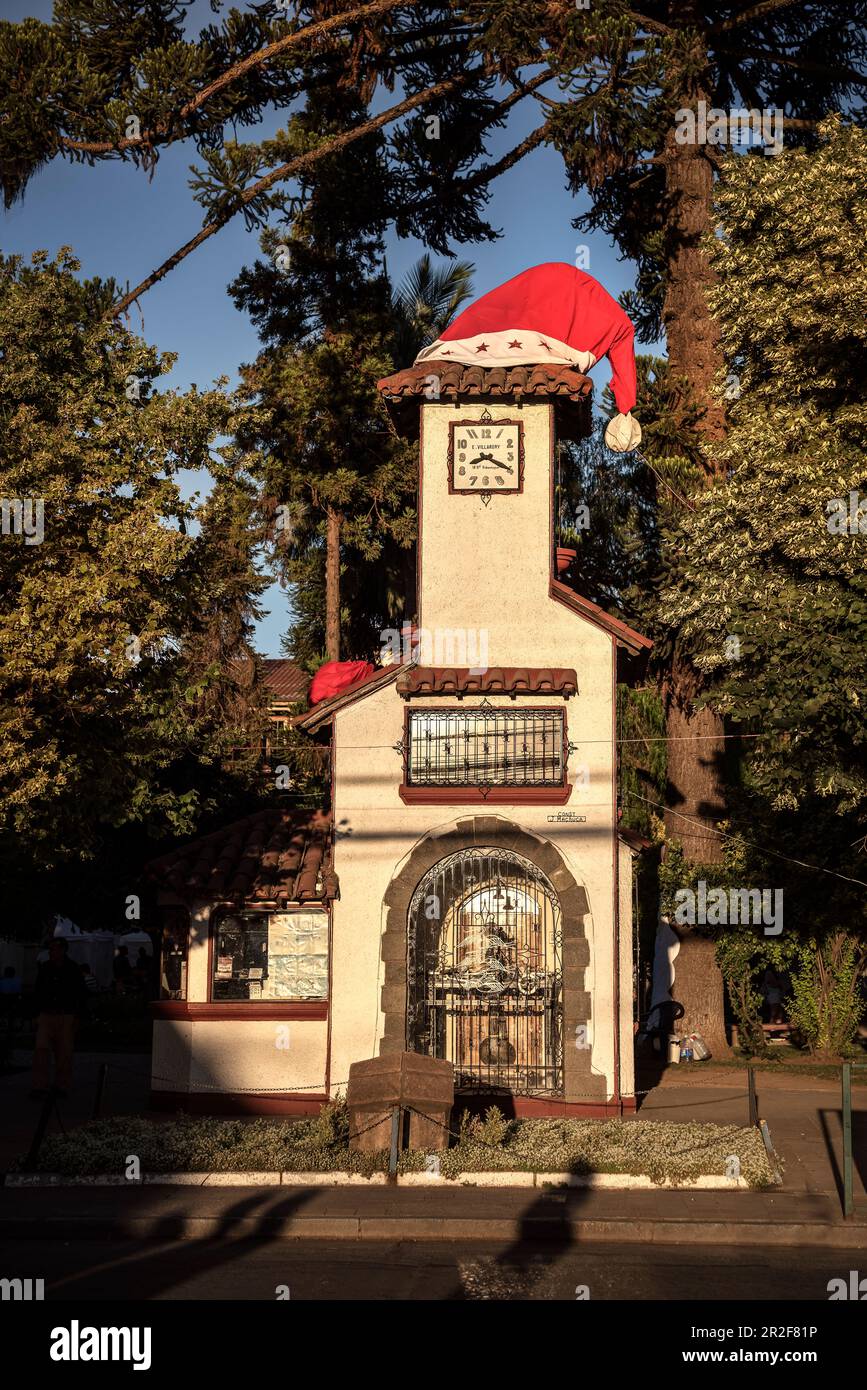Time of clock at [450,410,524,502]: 8:19
